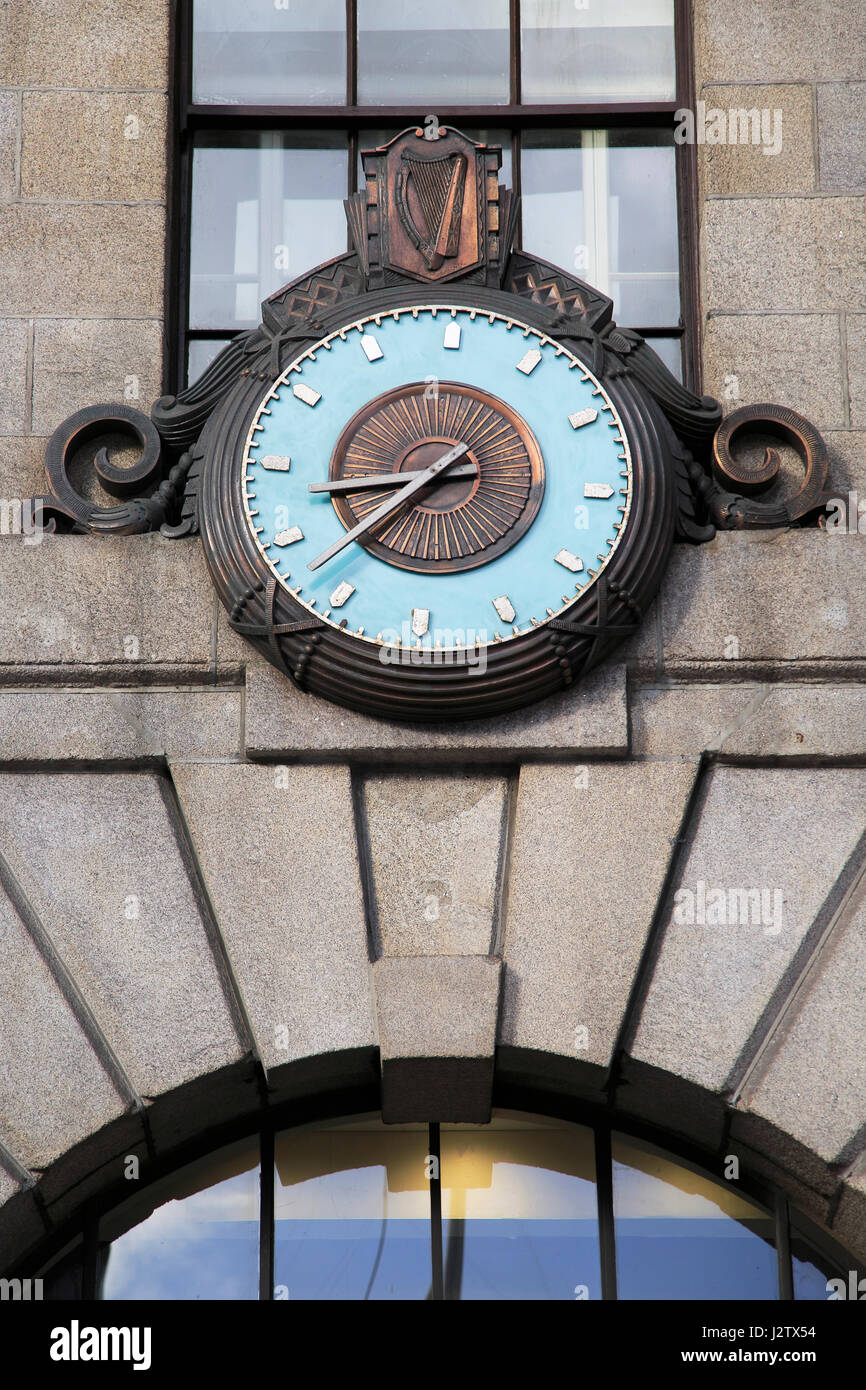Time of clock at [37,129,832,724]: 8:37
